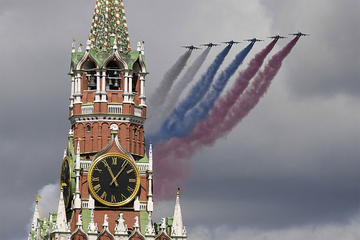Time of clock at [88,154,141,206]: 11:06
